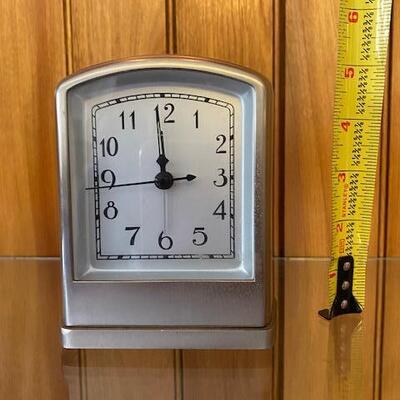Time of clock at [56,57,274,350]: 2:59
